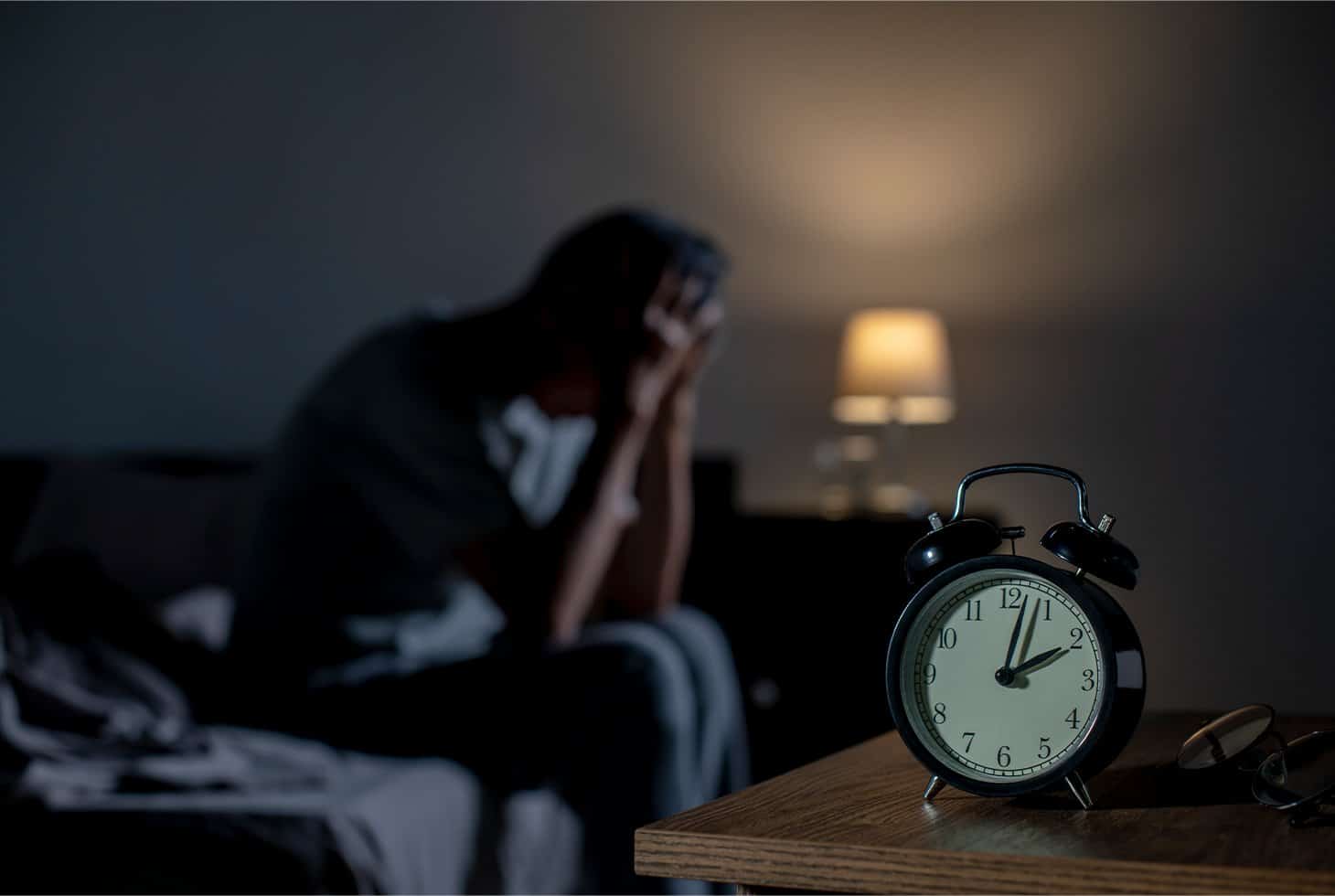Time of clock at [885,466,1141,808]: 2:02
